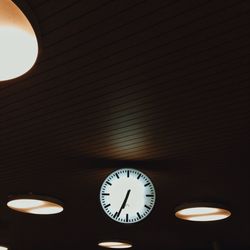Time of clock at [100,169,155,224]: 6:34
